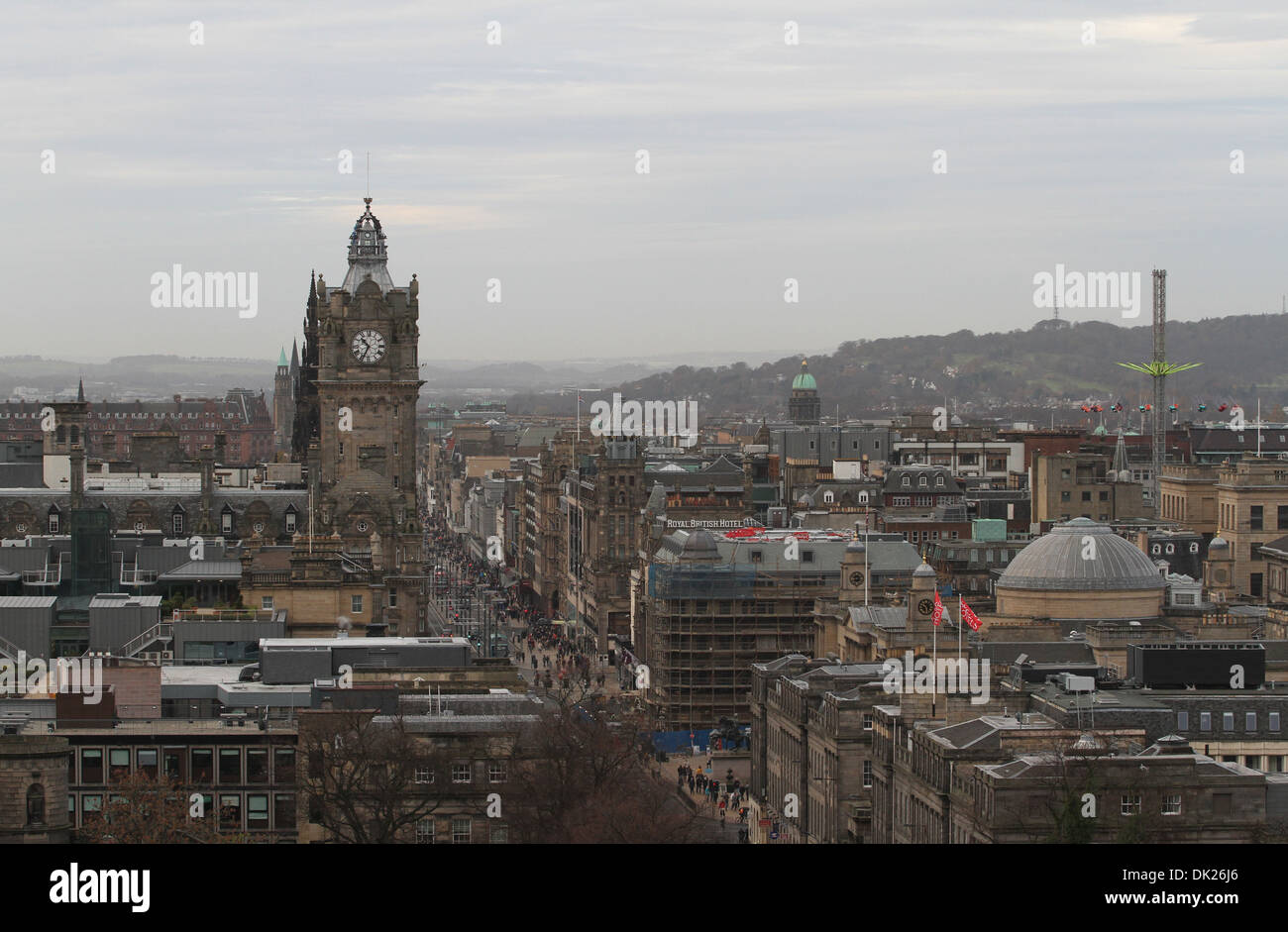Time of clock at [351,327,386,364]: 10:34
